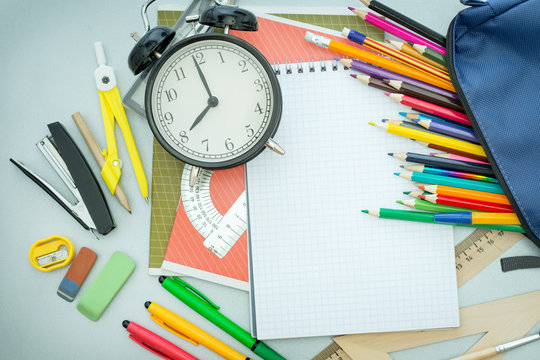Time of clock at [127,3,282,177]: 7:59
